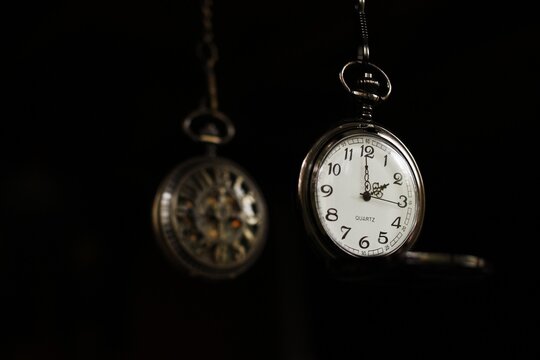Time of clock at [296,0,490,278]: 1:59
